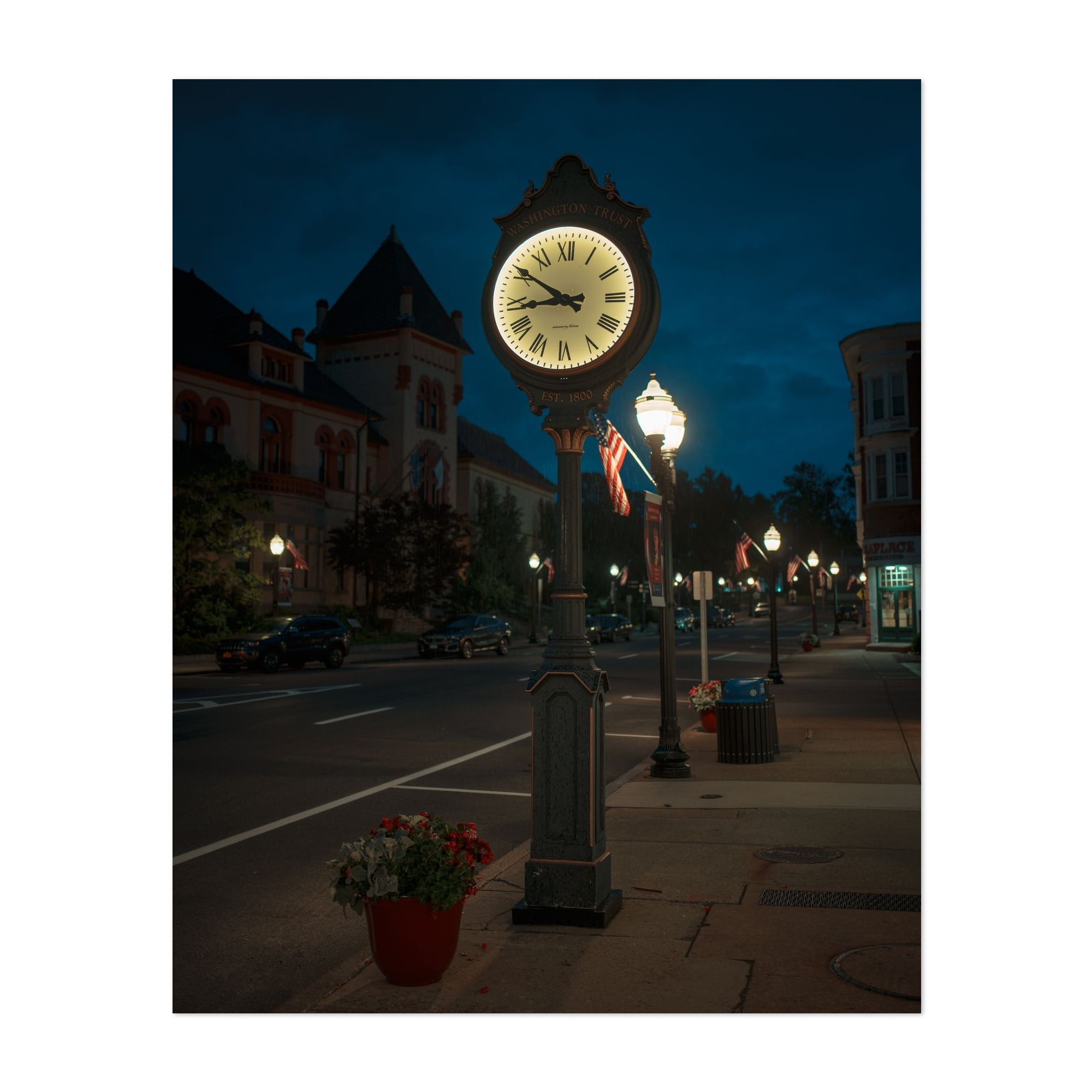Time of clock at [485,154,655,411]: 8:50
